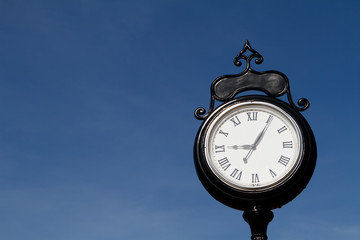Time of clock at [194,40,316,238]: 9:05
